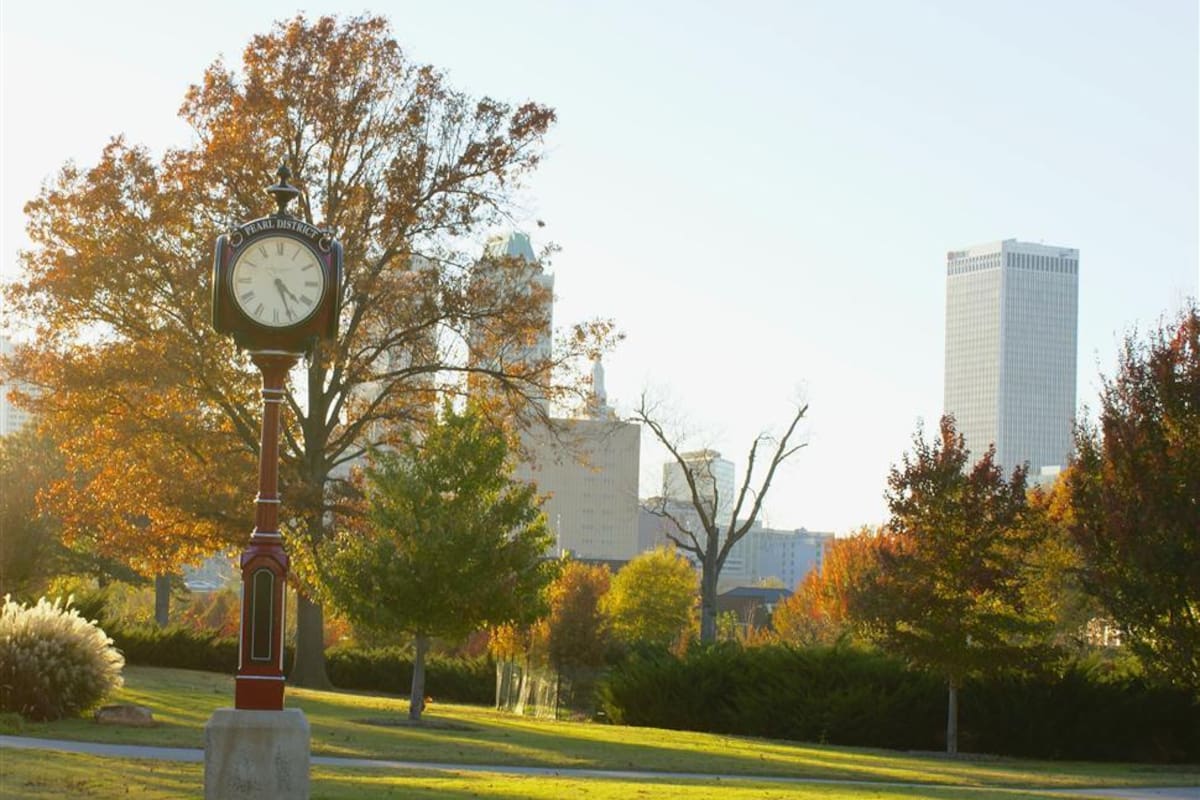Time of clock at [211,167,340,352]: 4:26
